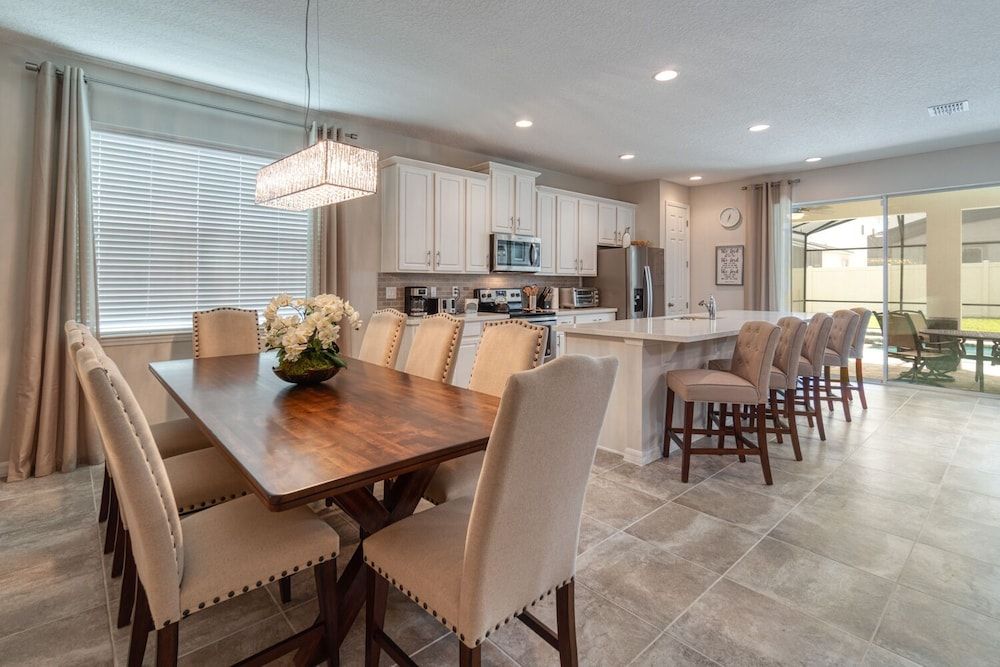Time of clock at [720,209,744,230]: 6:32
